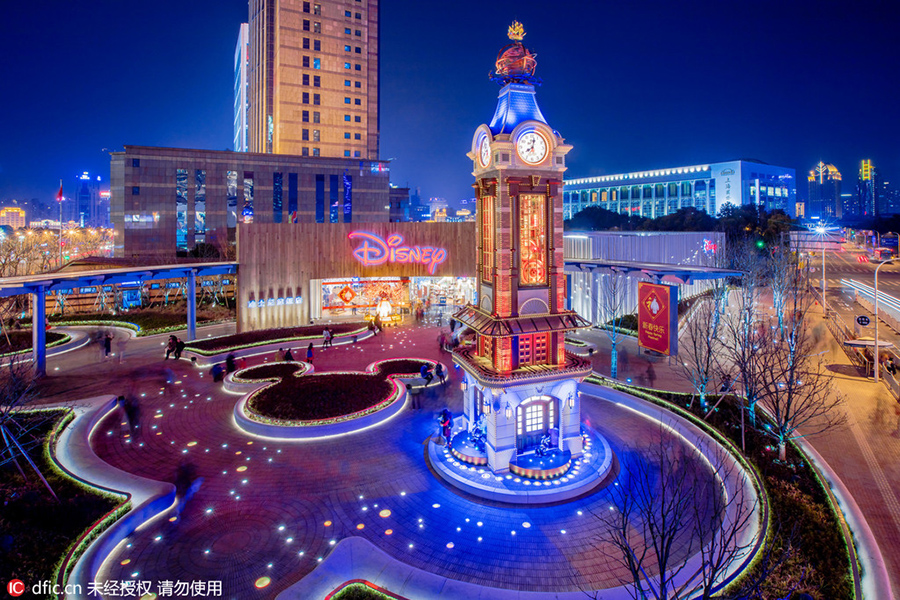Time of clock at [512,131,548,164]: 8:02
